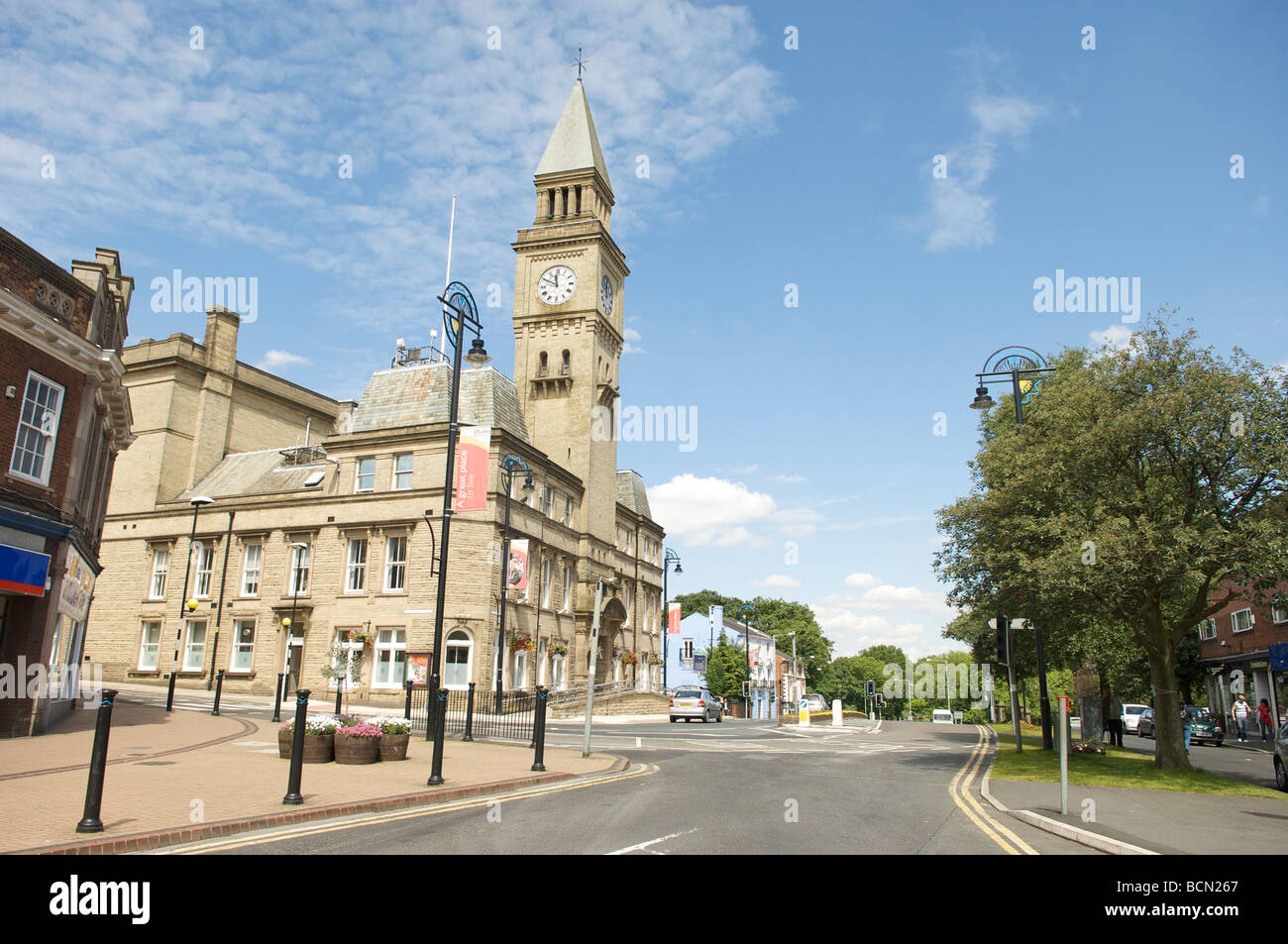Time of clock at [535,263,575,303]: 11:49
